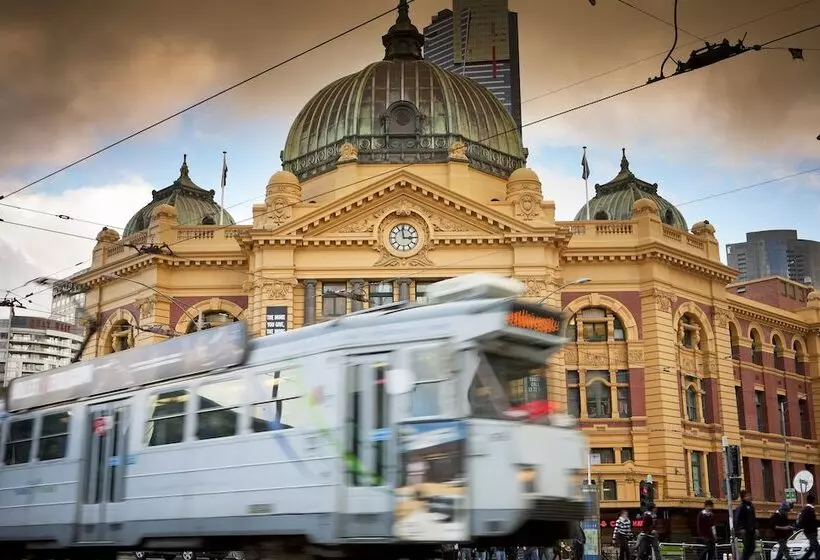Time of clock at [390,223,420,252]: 2:58
